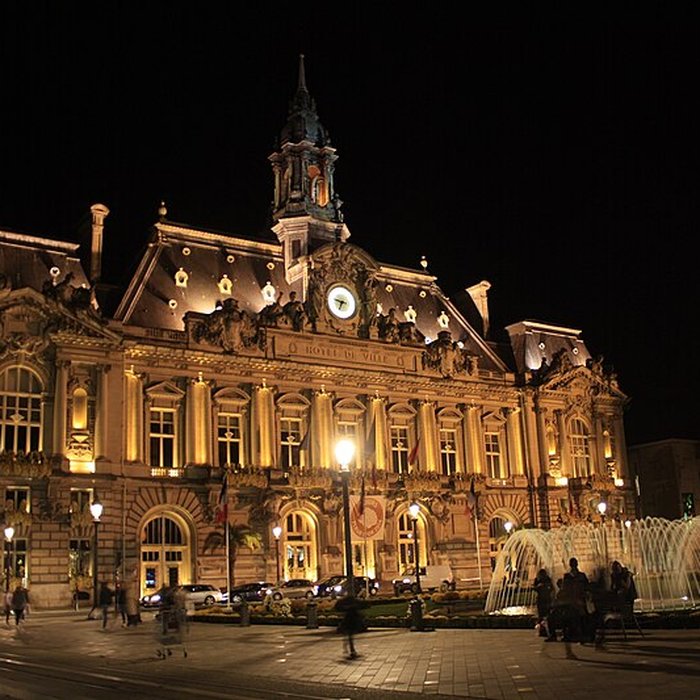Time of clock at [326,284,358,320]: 9:34
